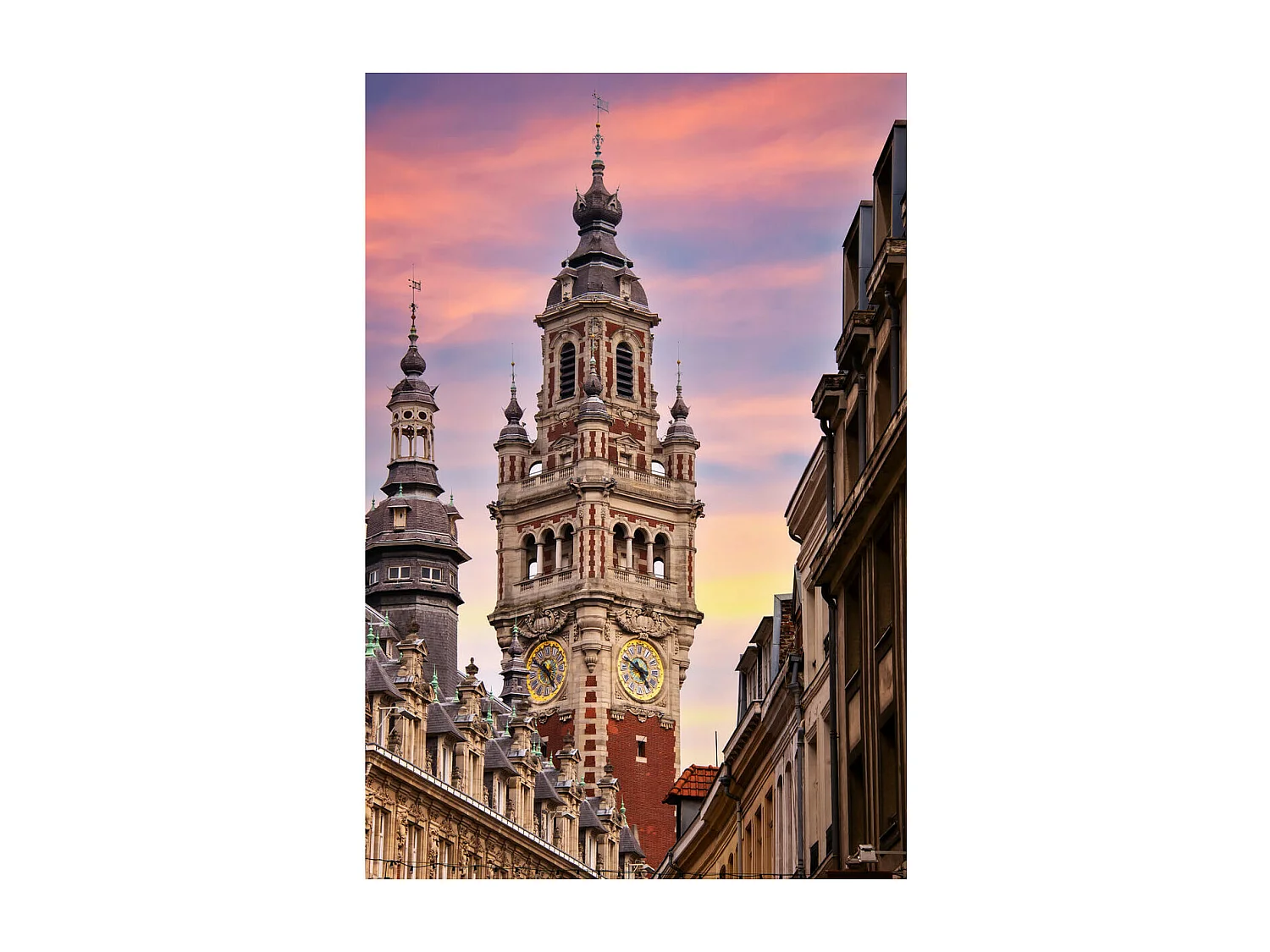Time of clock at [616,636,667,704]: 4:49
